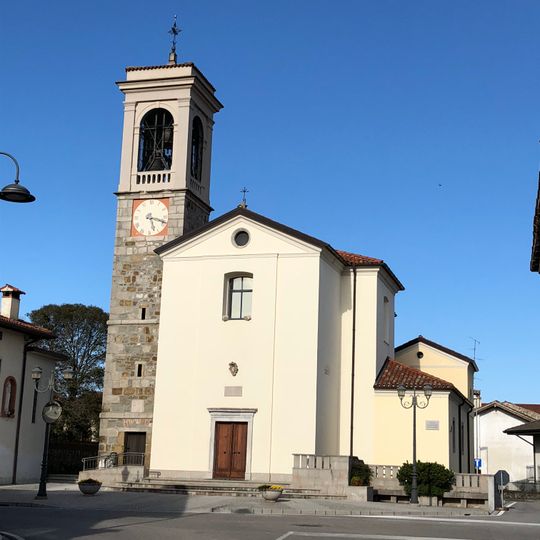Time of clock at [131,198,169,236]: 5:18
